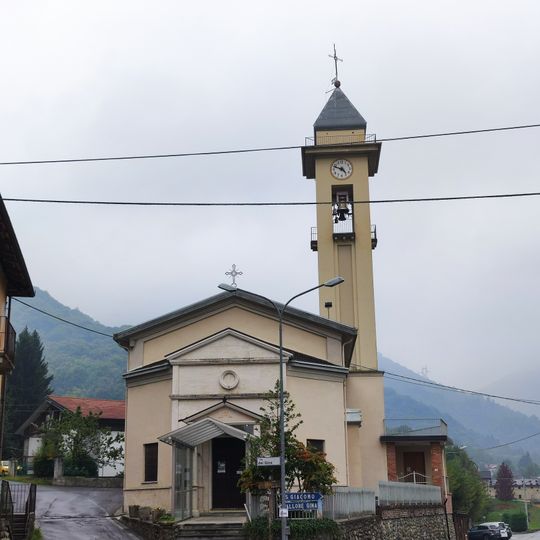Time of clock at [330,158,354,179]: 4:48
